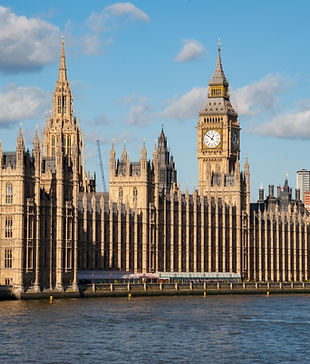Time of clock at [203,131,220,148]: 12:51
